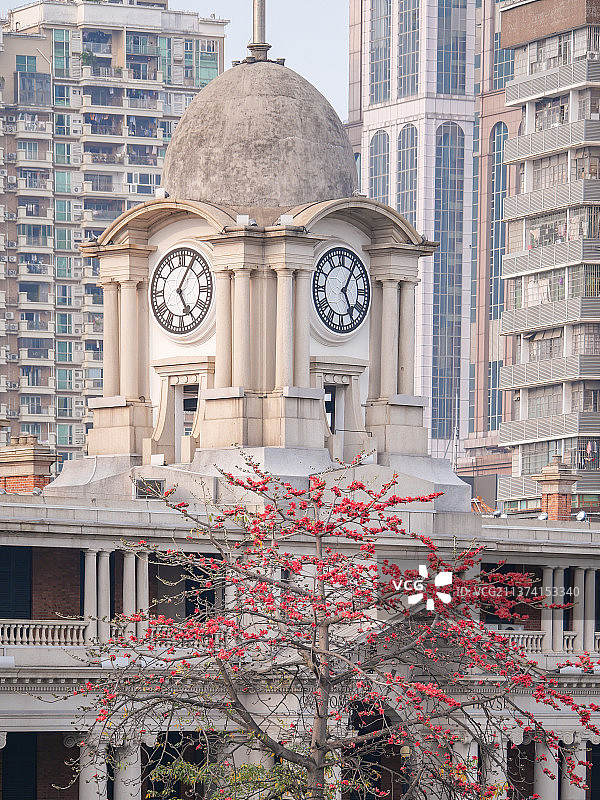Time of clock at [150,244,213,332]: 5:04
